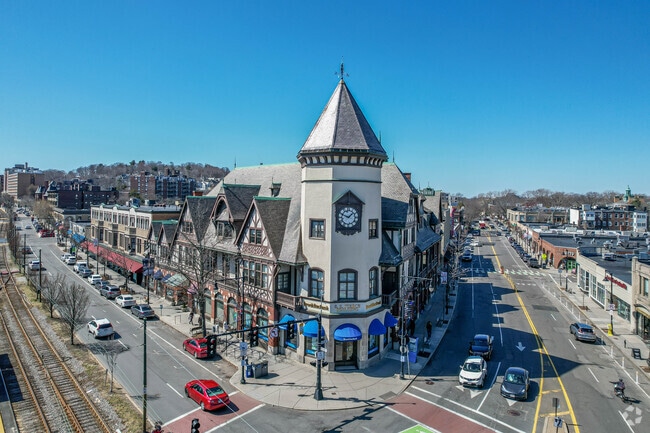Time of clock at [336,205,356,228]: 1:49
